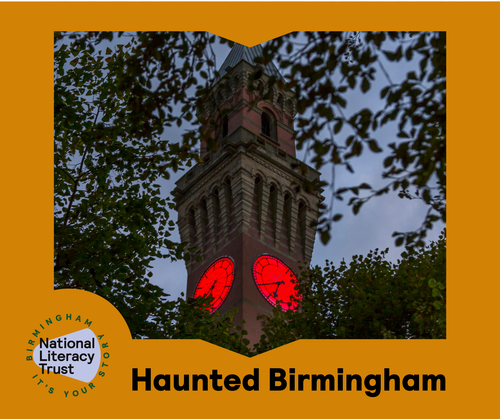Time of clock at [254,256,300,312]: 6:40
